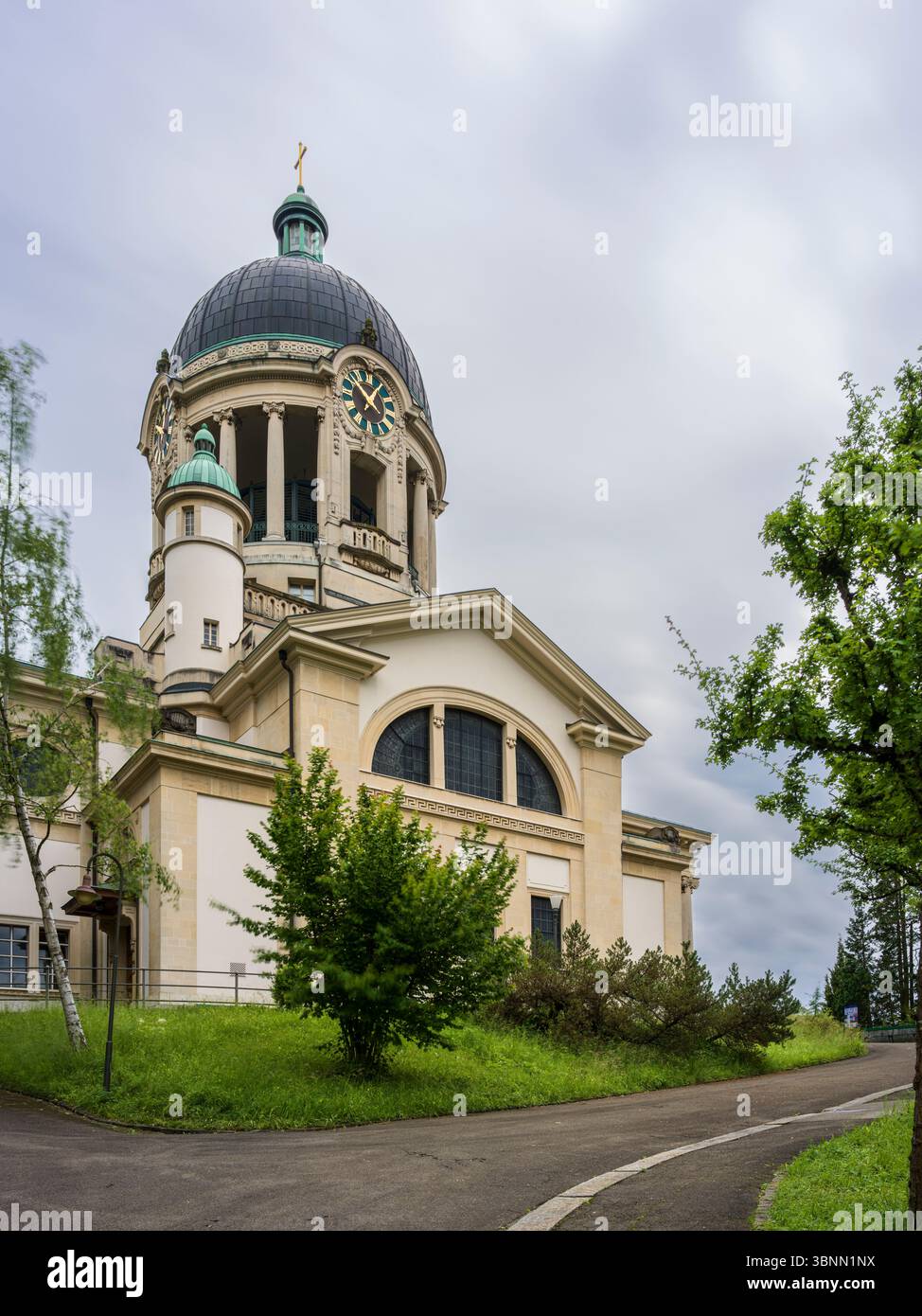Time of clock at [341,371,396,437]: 12:52
